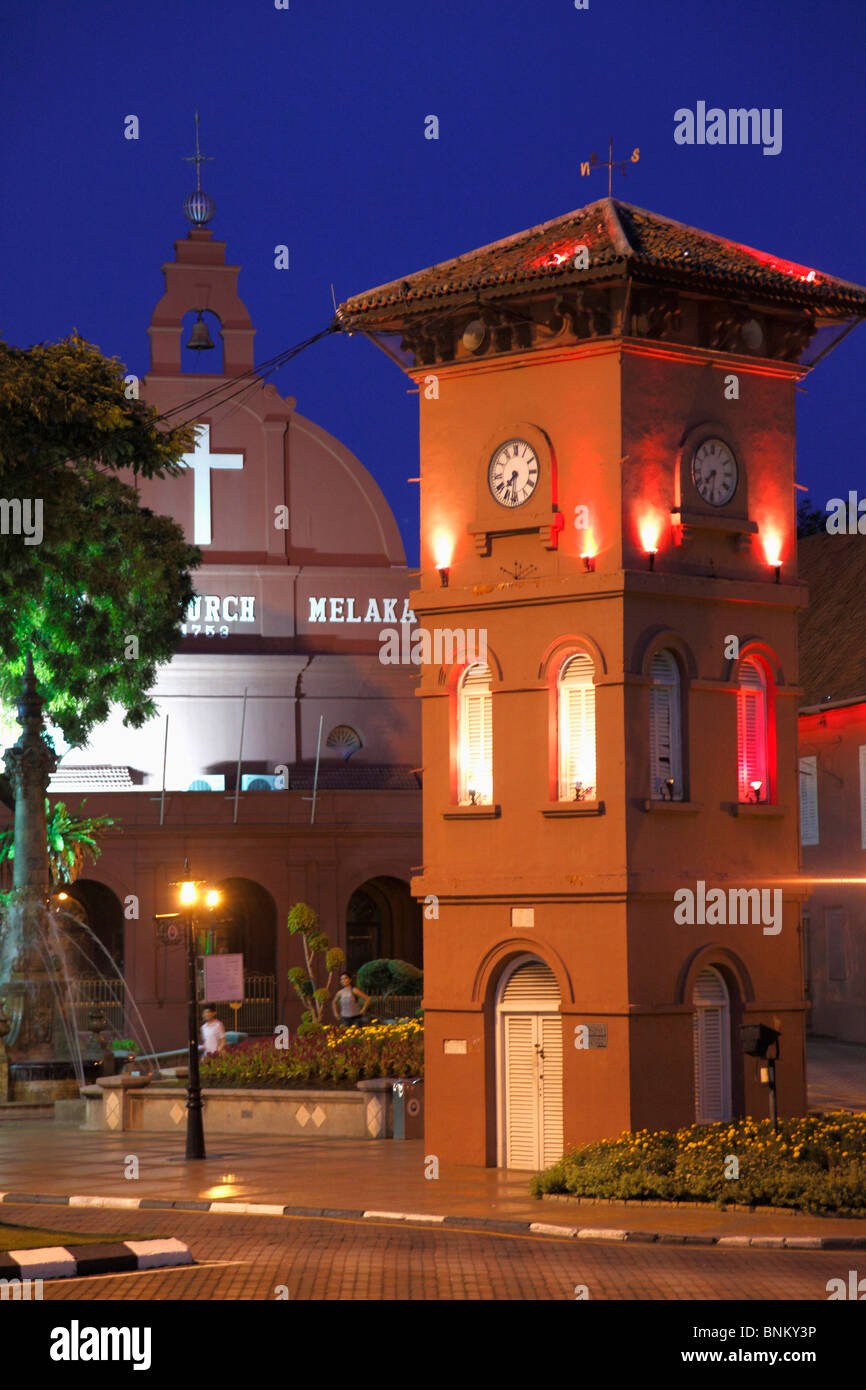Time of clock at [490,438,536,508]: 7:31
